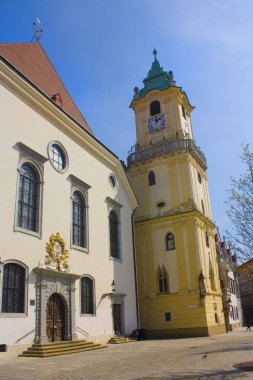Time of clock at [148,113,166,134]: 12:07
